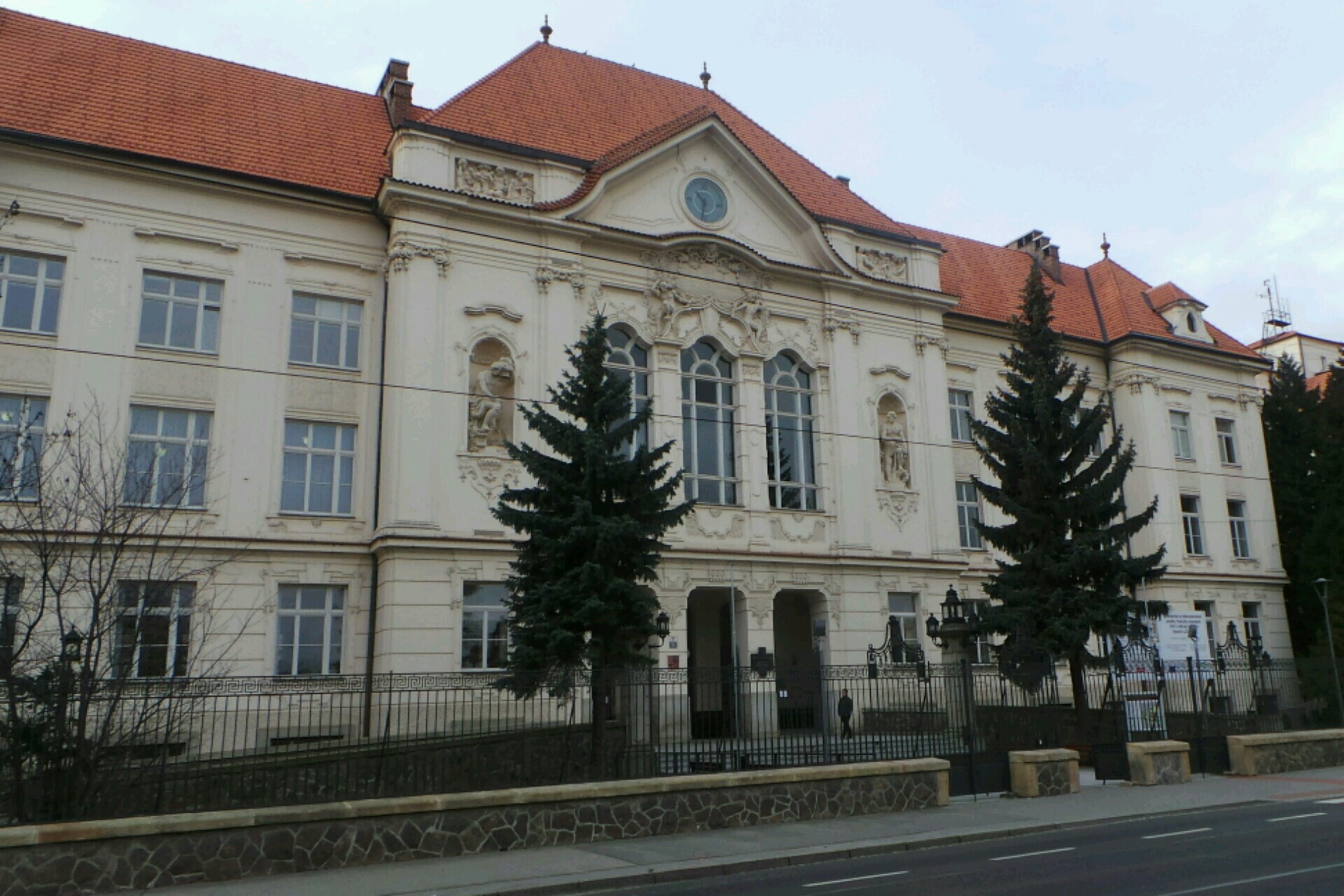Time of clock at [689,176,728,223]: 10:32
